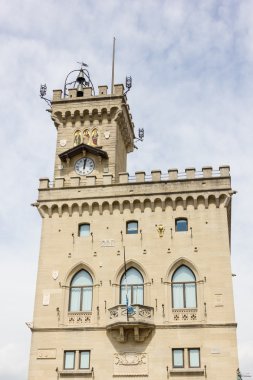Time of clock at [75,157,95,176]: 12:01
